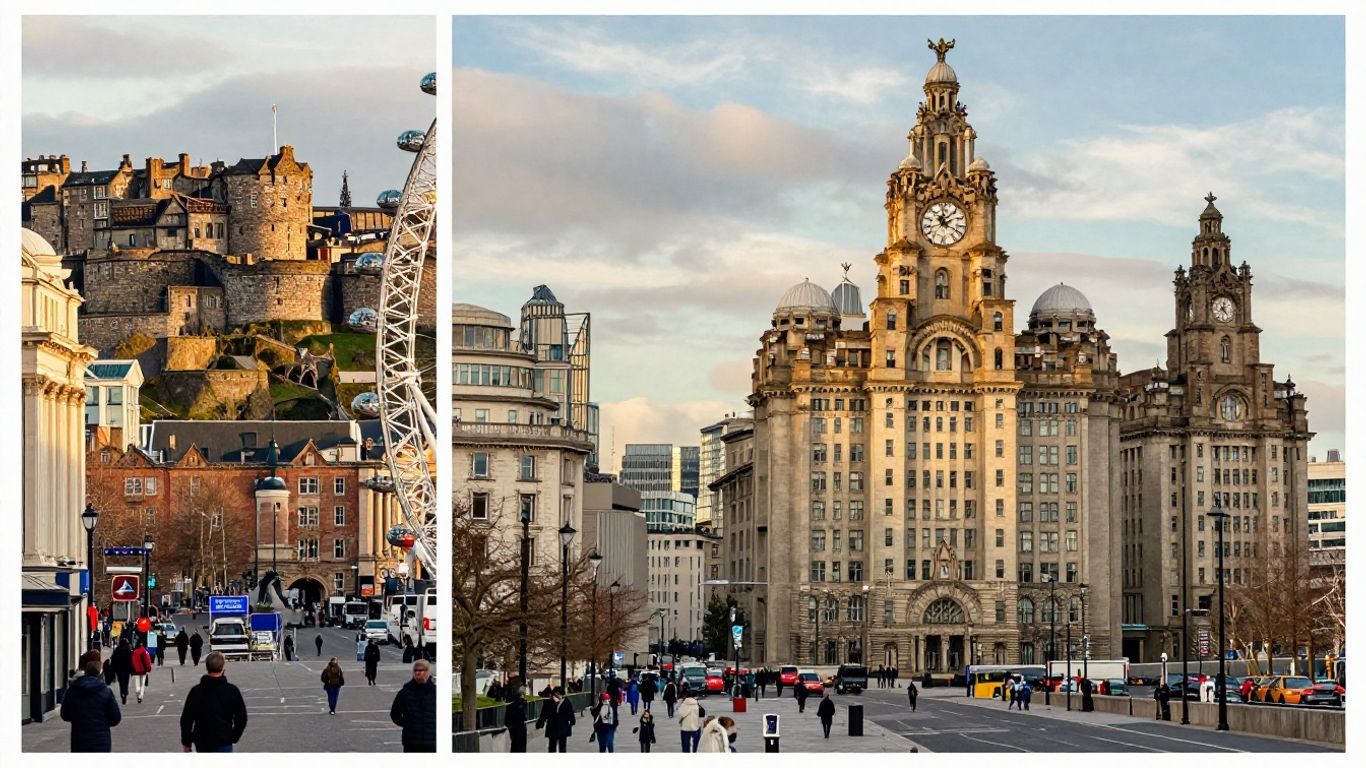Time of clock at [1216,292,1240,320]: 12:23
